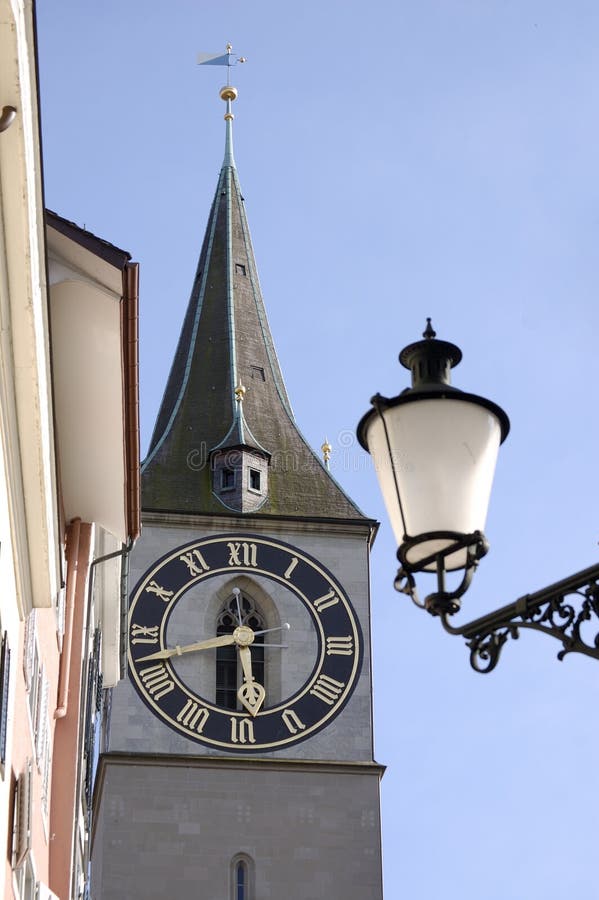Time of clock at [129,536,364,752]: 5:42
